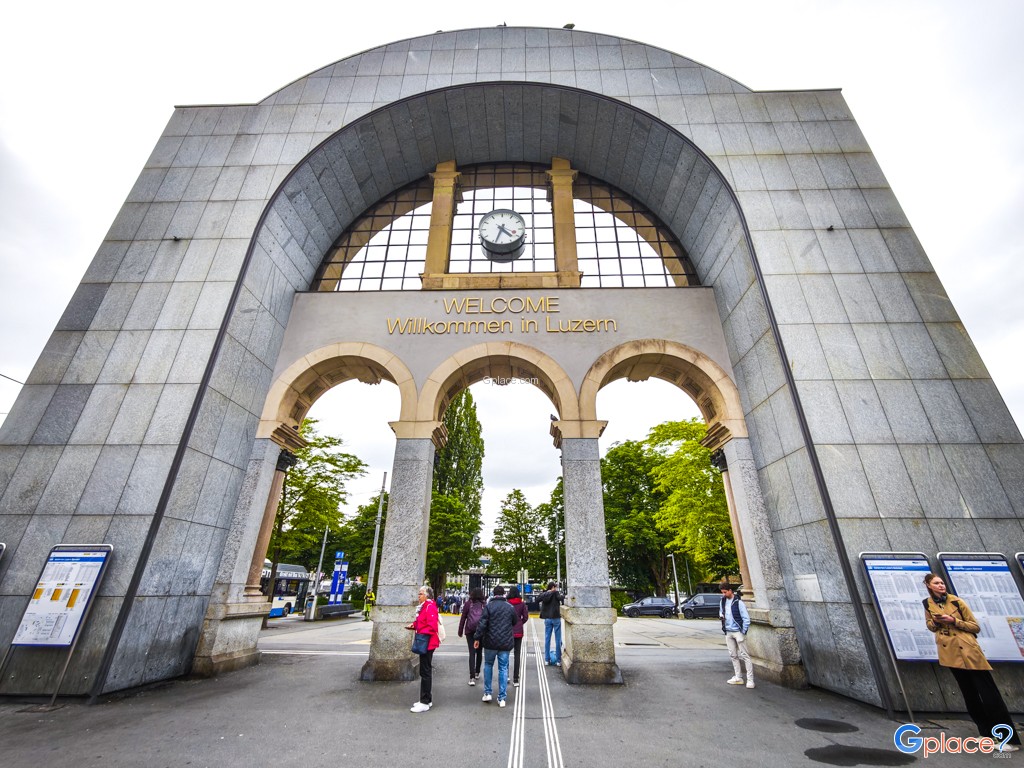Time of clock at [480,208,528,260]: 4:33
